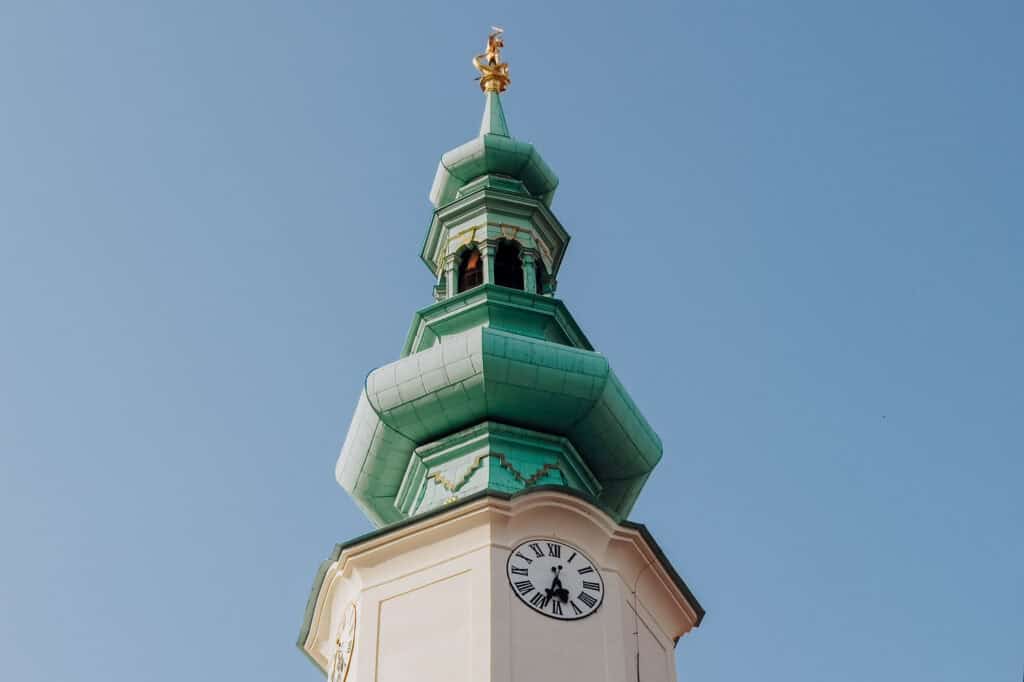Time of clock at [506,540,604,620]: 5:33
